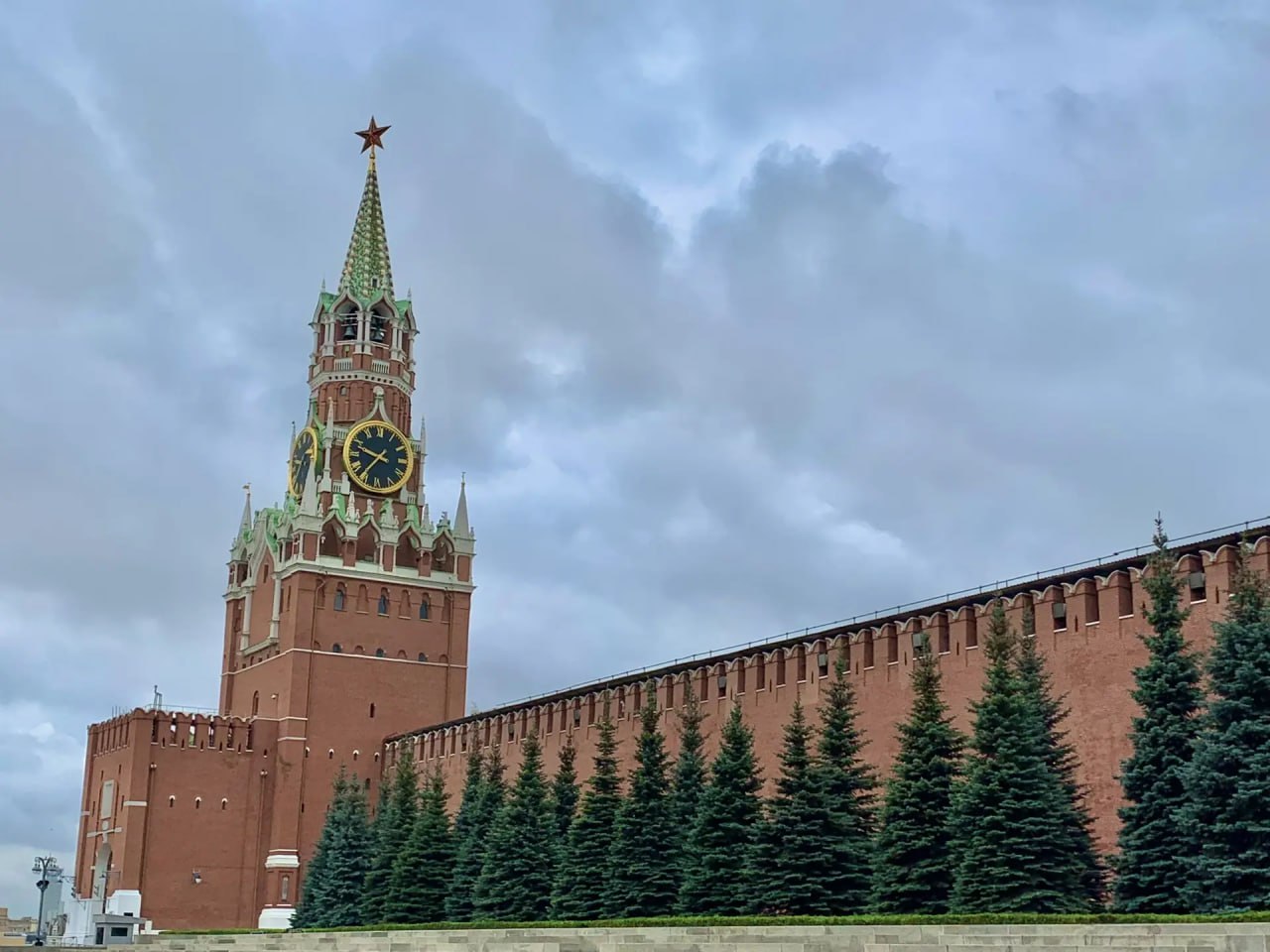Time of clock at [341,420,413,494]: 9:36
